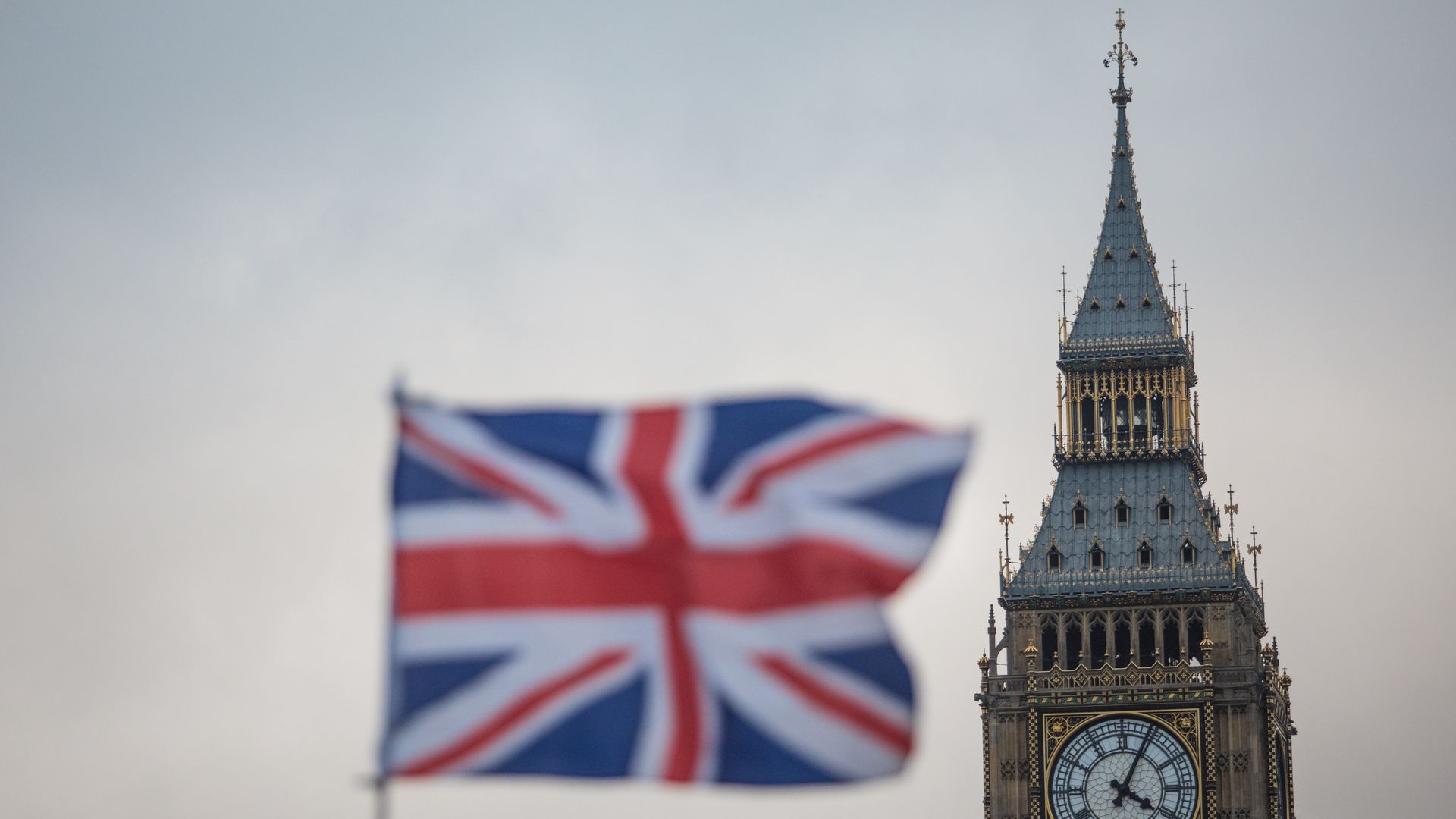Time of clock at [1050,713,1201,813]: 4:04
